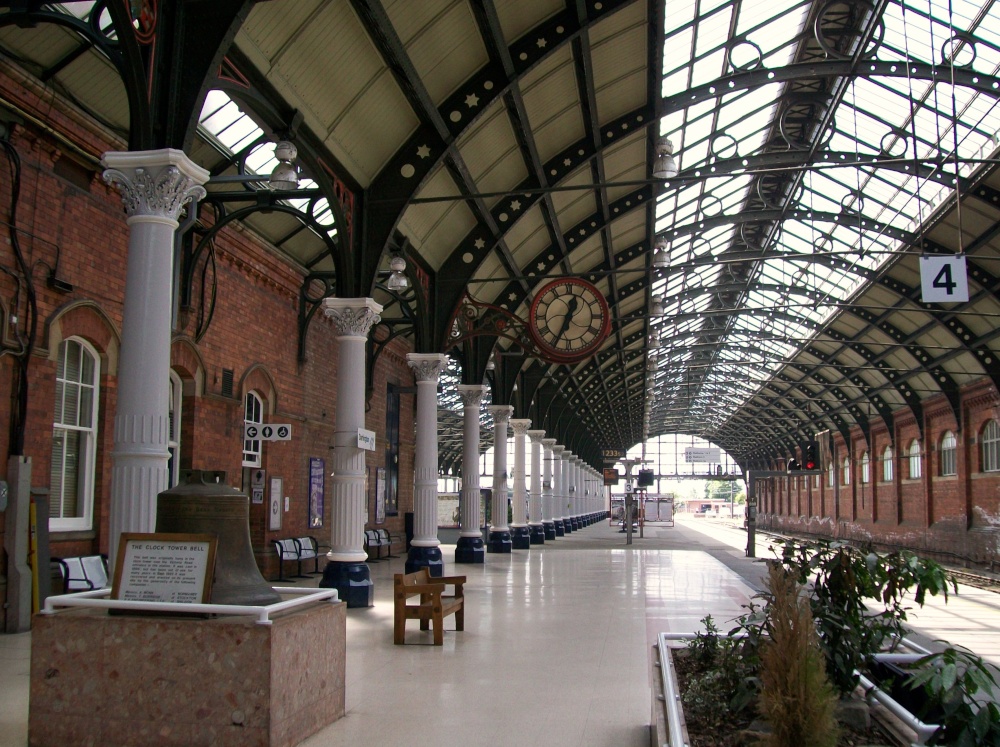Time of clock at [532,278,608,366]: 12:34
